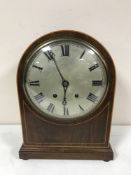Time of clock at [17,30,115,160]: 5:55
